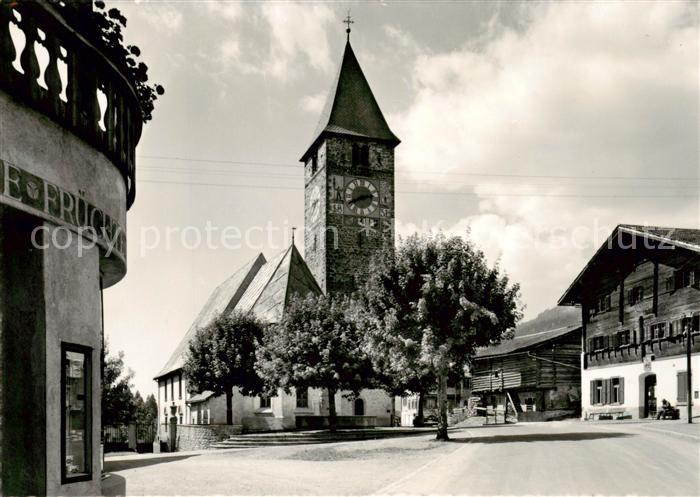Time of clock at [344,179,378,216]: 2:40
